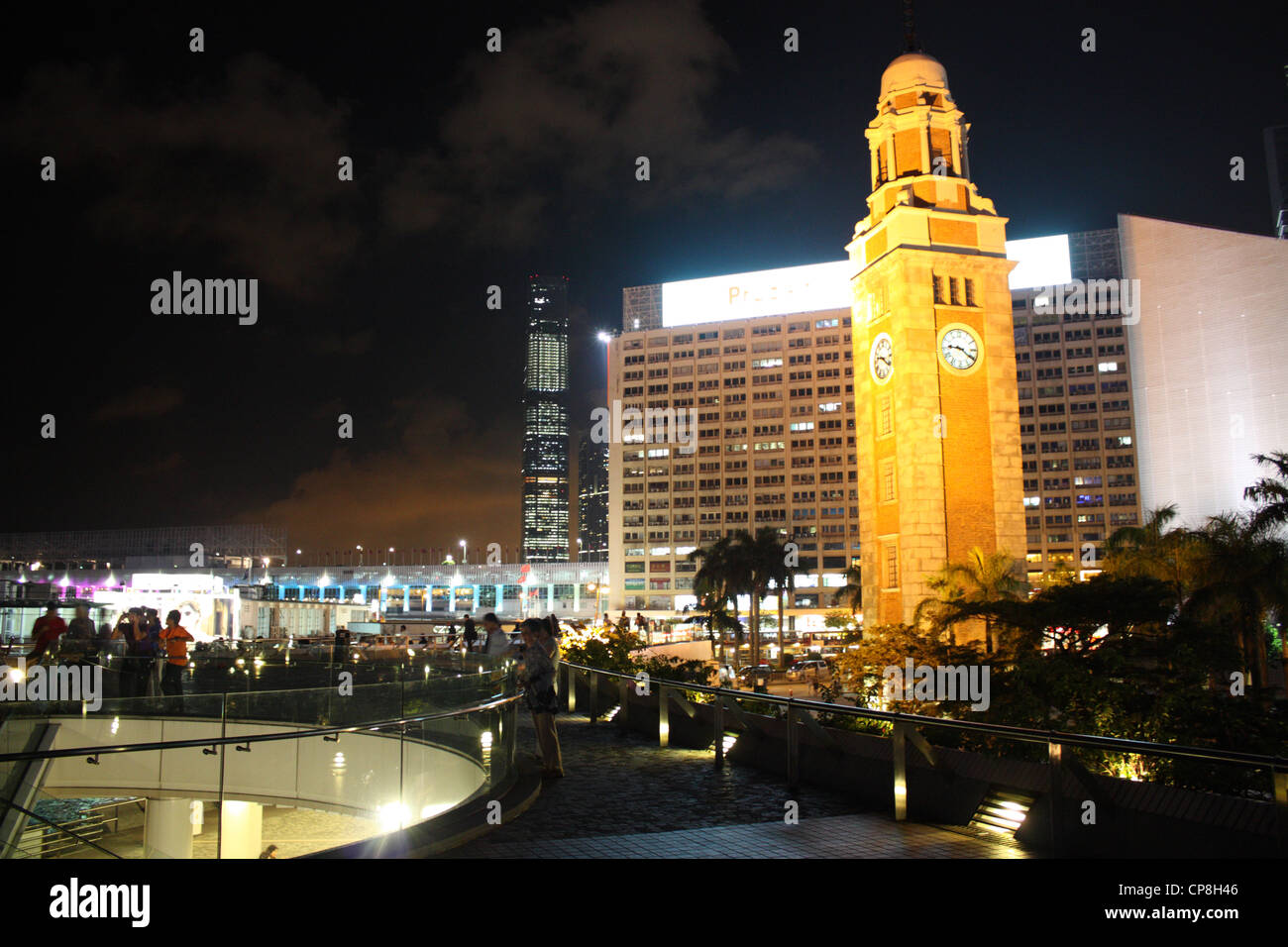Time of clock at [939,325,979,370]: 9:20
